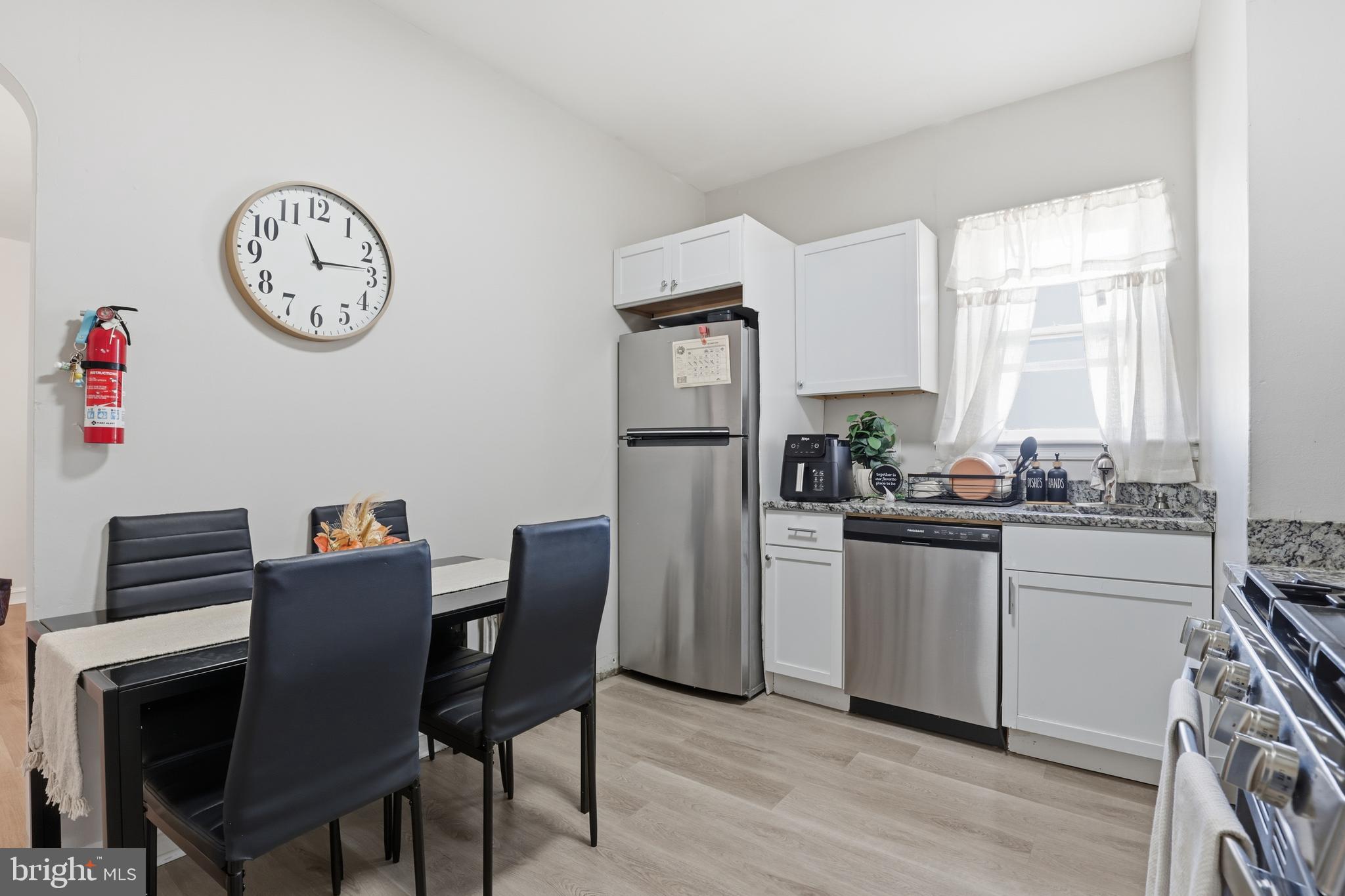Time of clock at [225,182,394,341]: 11:13
